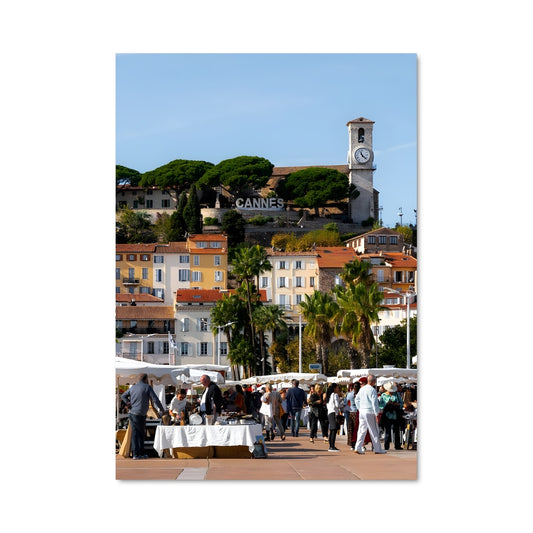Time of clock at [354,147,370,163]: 11:22
